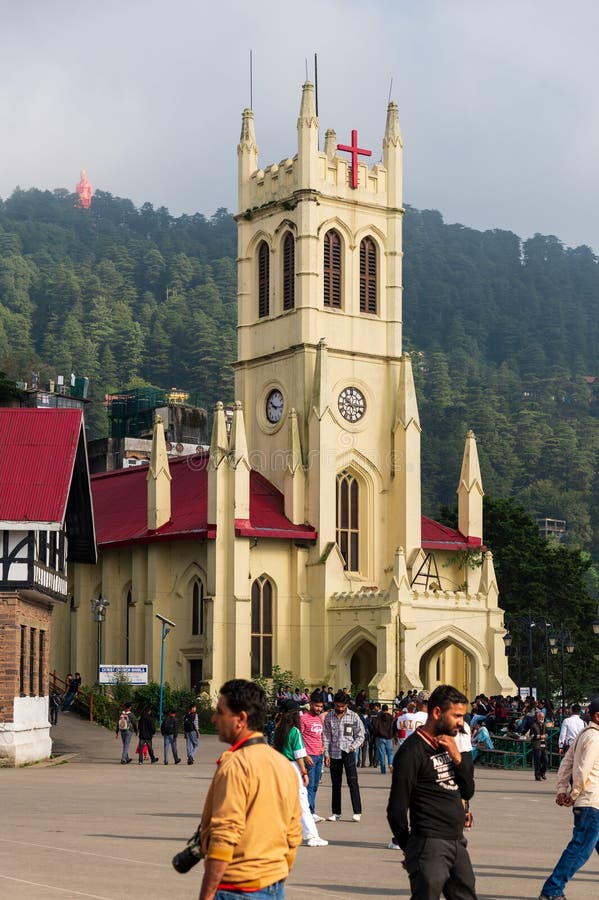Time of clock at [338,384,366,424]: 10:15
